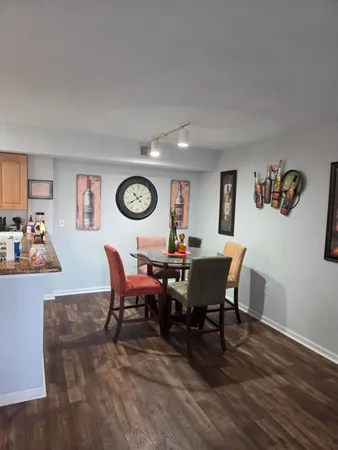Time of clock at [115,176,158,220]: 10:39
